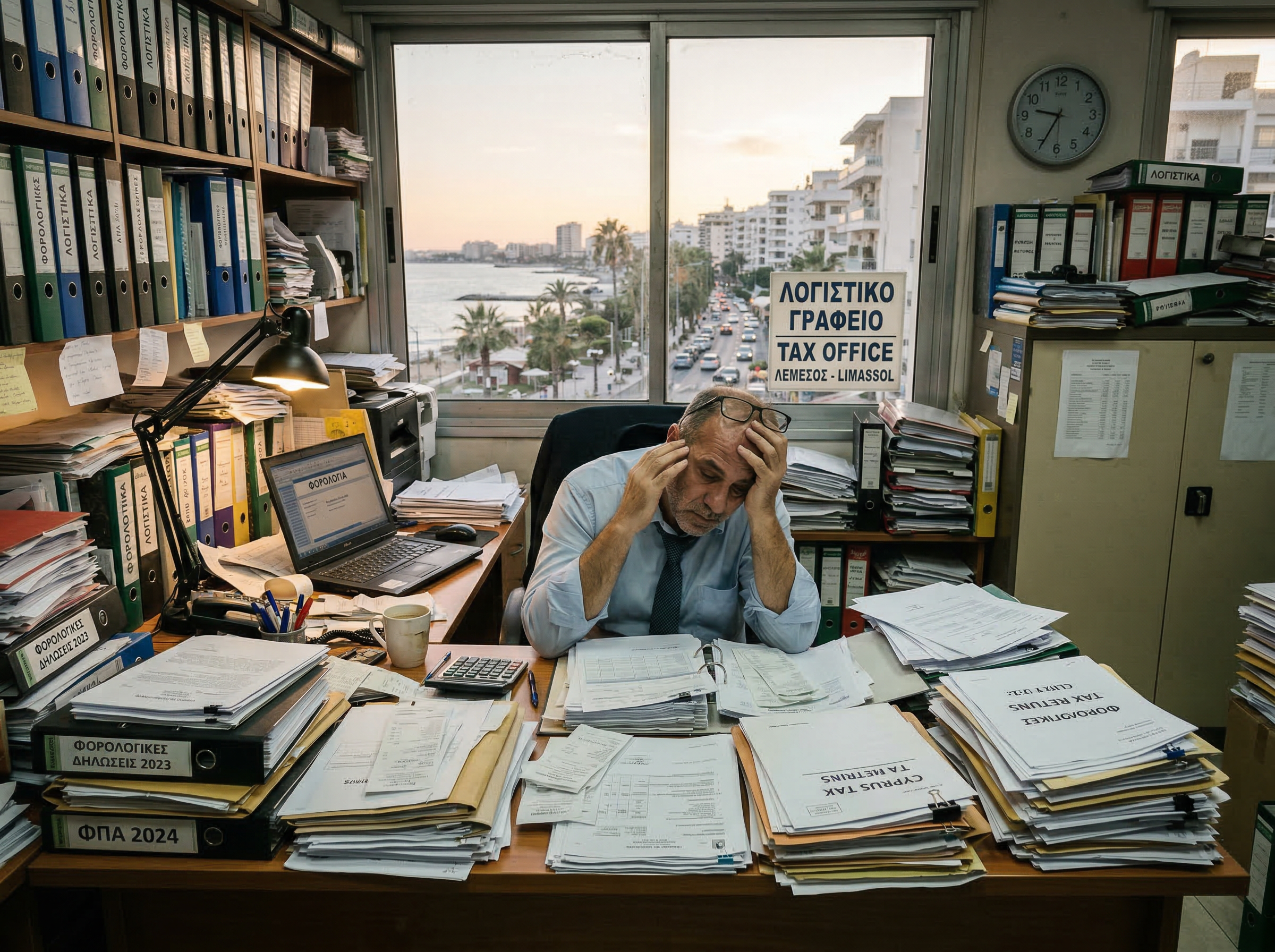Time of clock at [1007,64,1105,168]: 9:34
